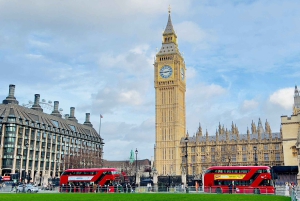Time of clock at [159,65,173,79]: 2:45
